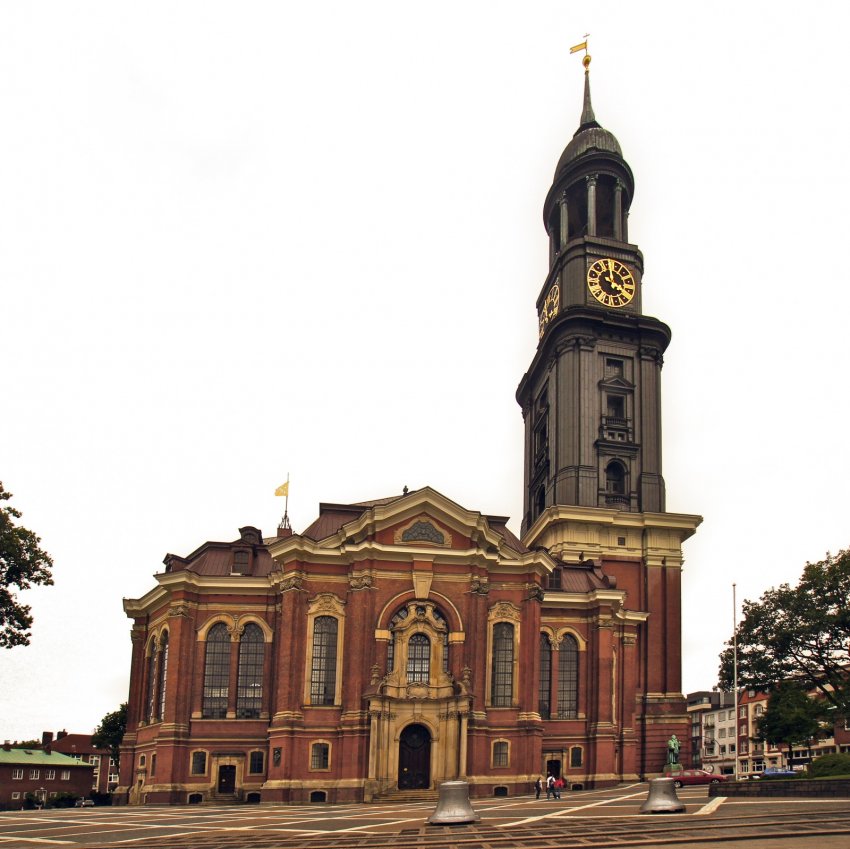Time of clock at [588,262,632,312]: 3:58
